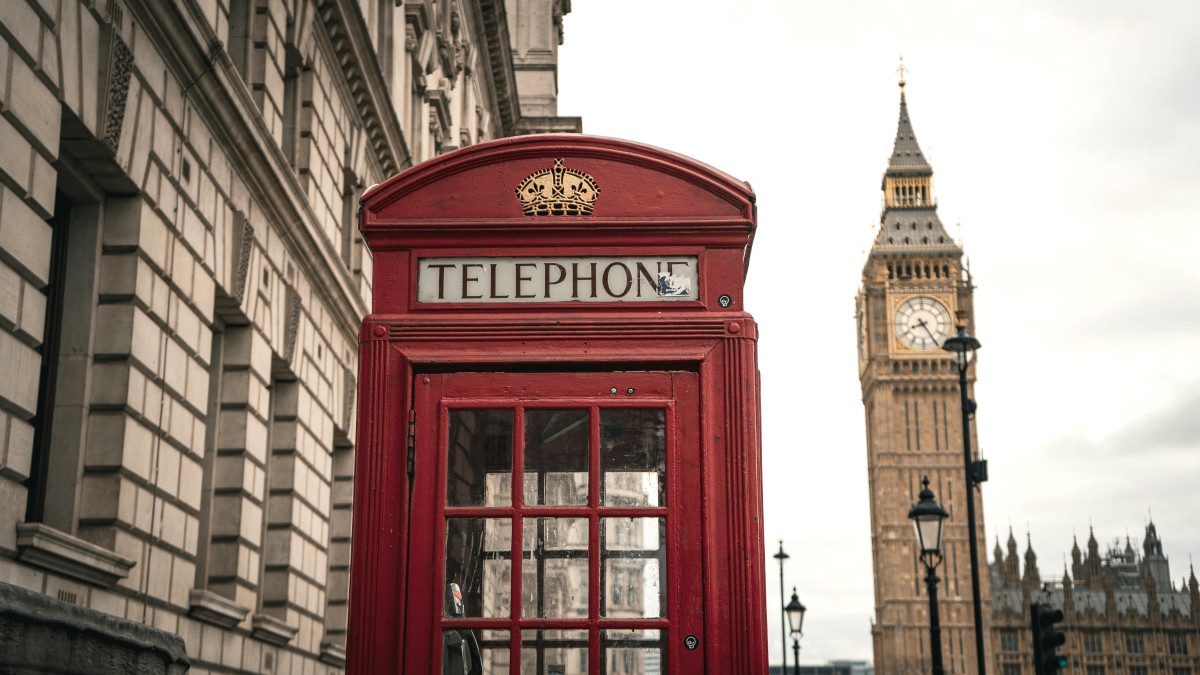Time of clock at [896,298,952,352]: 8:24
